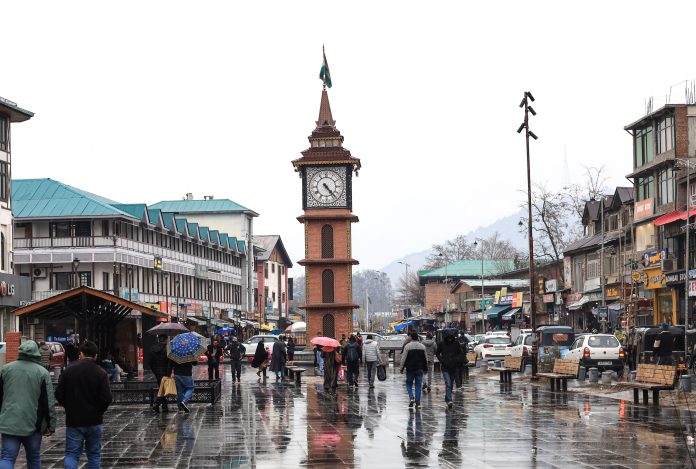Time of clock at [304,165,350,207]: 4:23
